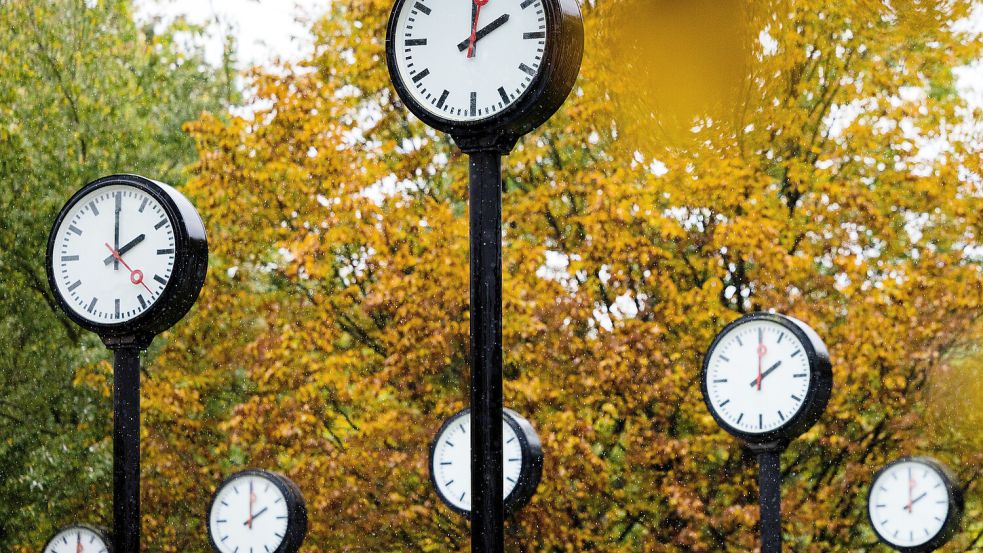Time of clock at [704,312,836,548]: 2:00
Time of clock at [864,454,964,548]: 2:00
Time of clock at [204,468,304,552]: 2:00
